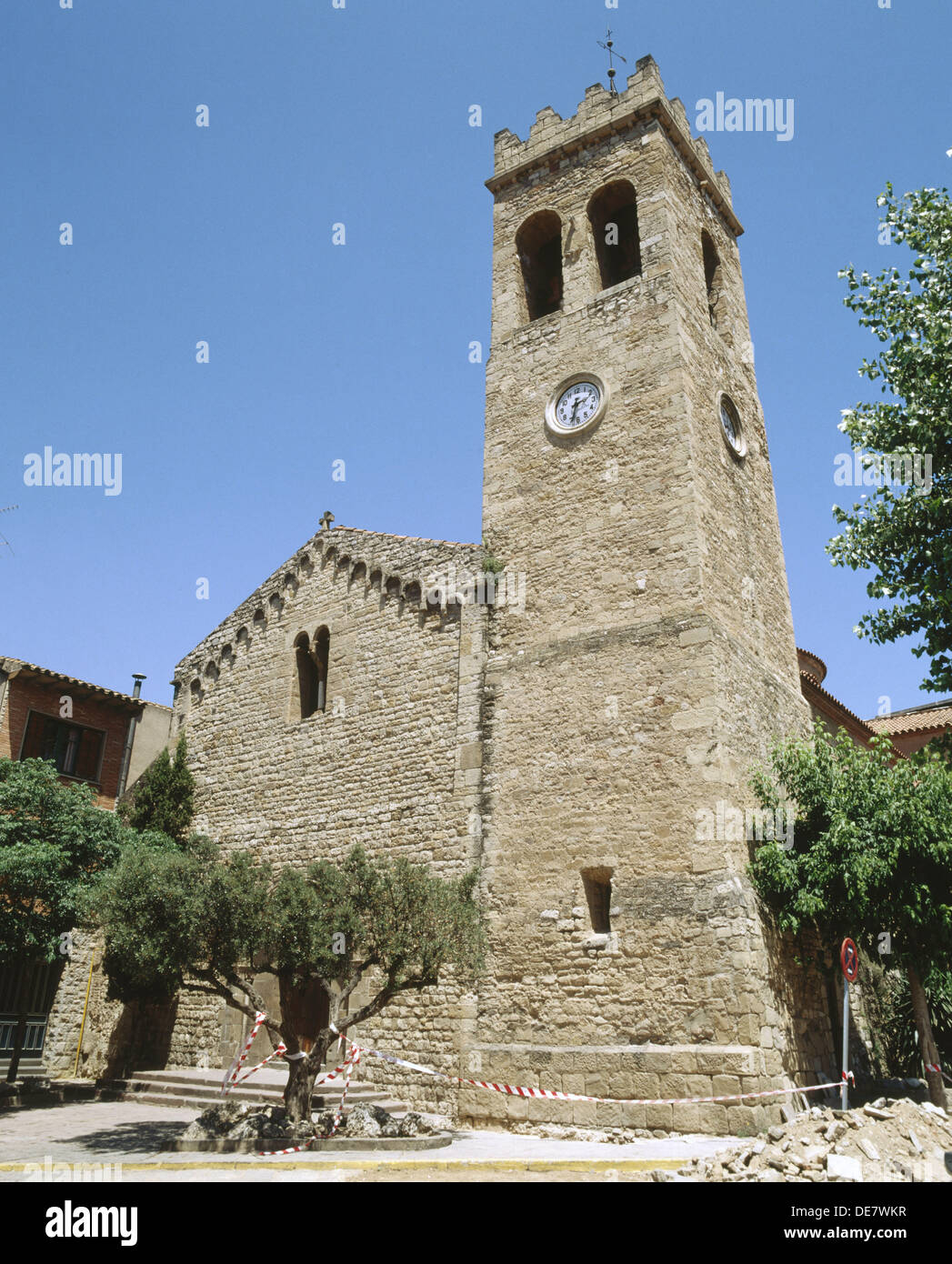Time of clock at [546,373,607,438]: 2:33
